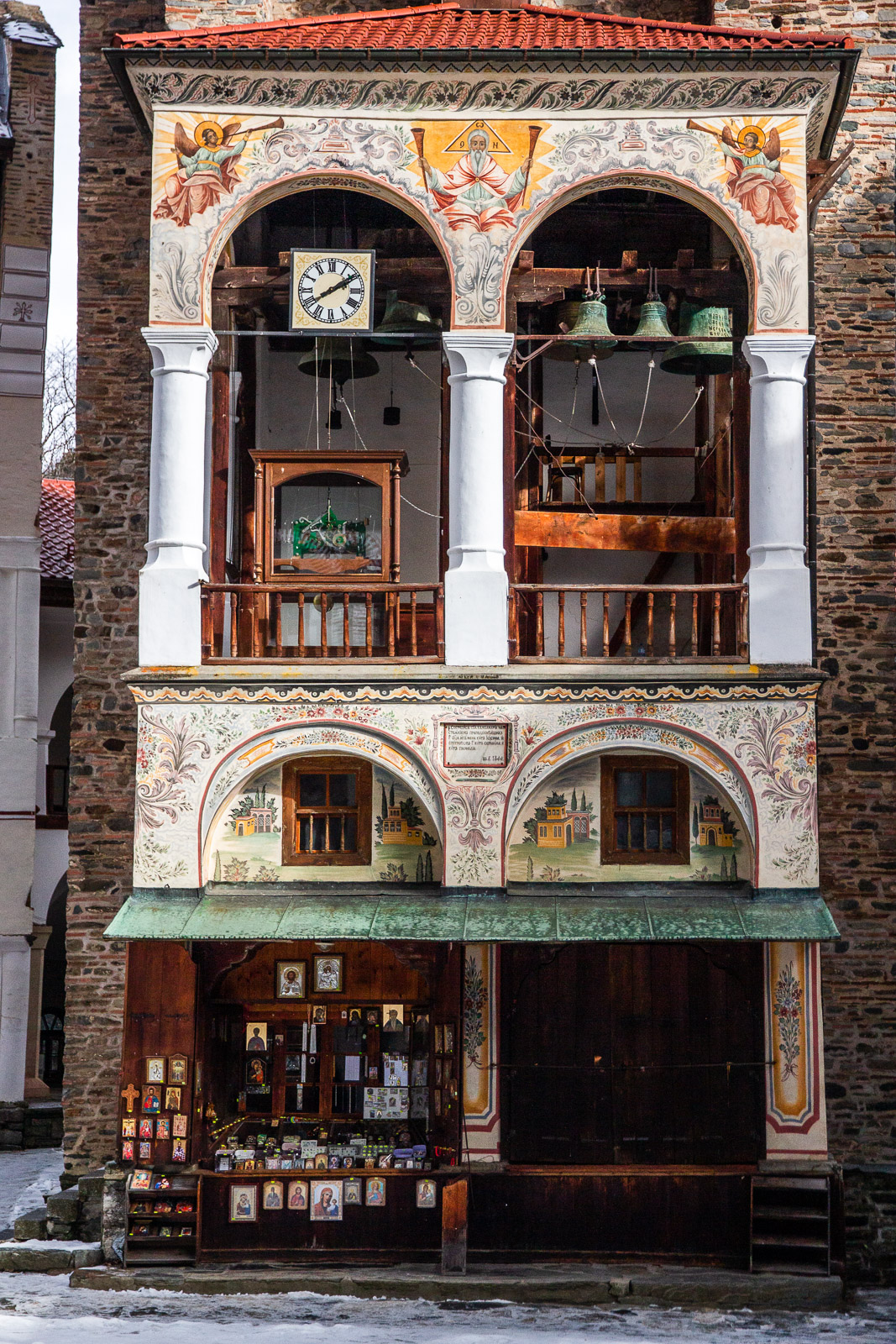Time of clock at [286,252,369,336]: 2:09
